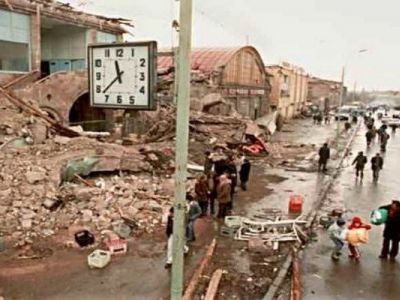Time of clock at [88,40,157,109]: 11:37
